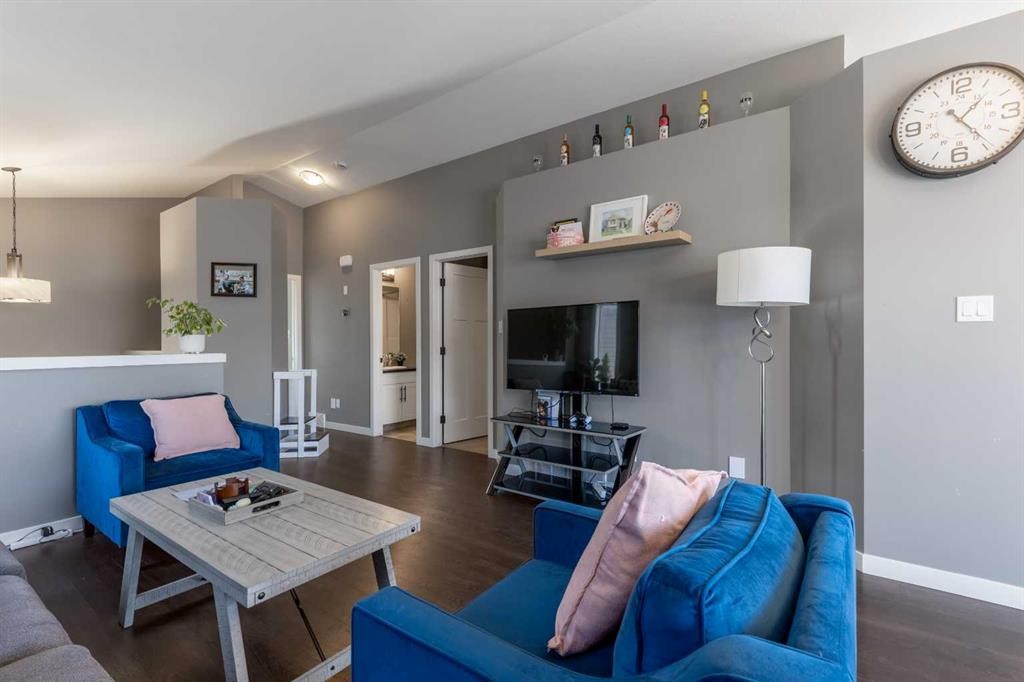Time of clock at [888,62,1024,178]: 1:23
